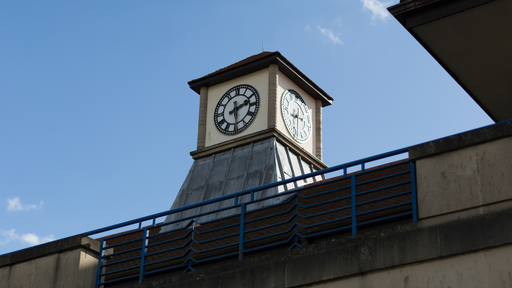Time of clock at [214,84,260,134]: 2:29
